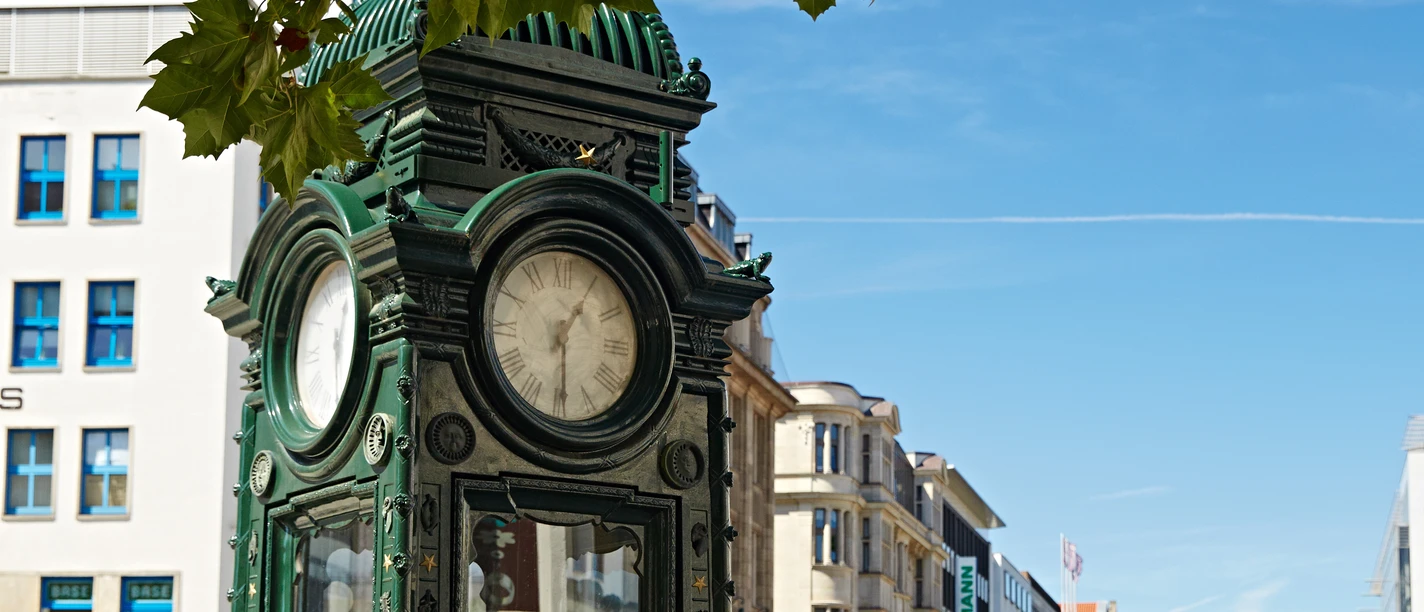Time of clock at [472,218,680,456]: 1:29
